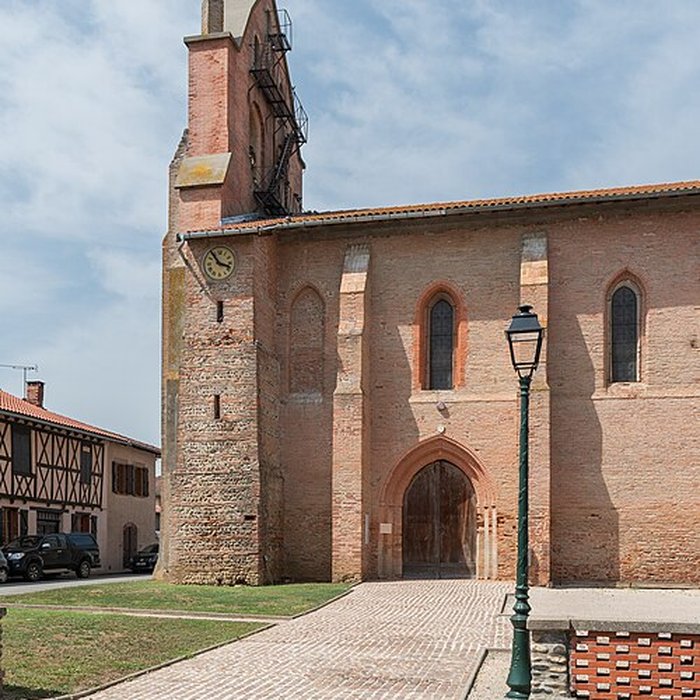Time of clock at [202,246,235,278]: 3:53
